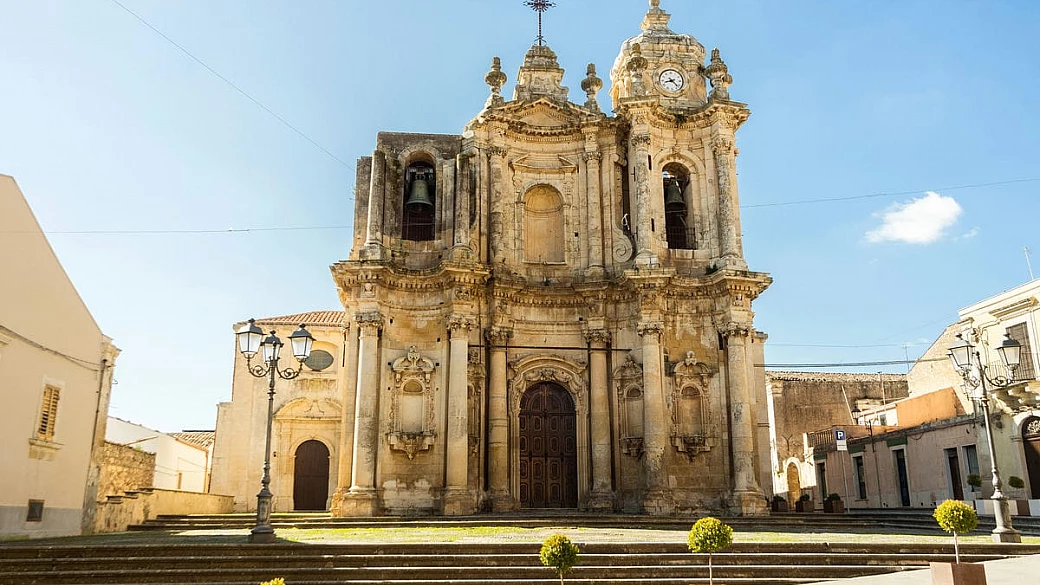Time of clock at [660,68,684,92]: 8:22
